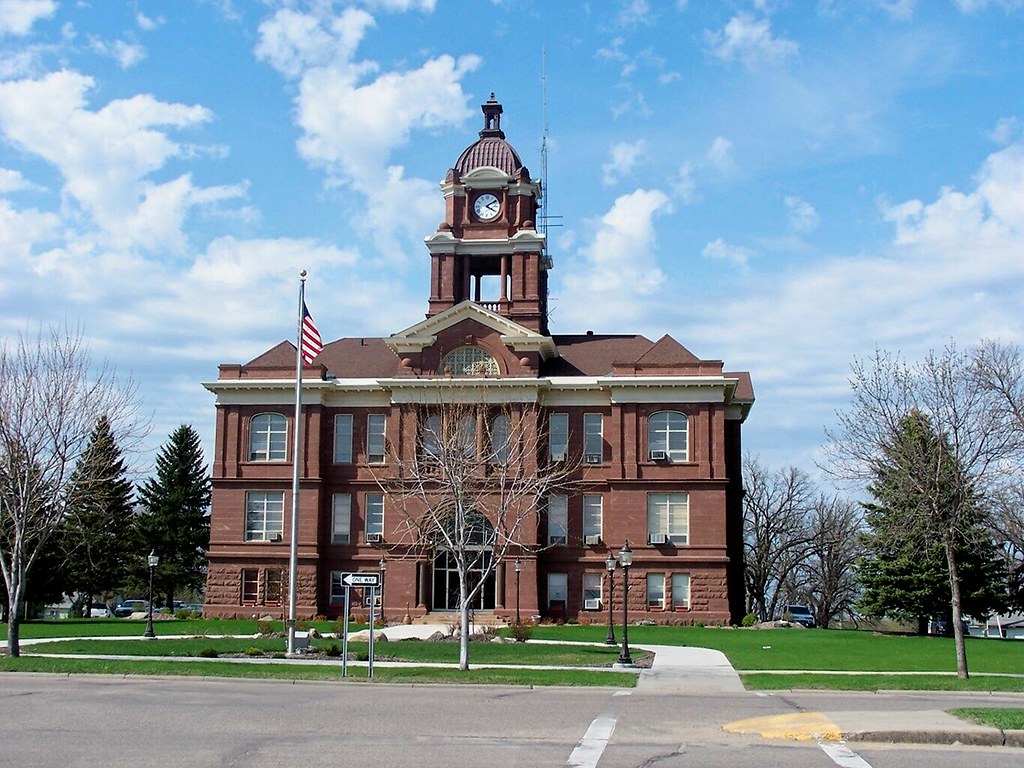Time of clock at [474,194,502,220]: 4:09
